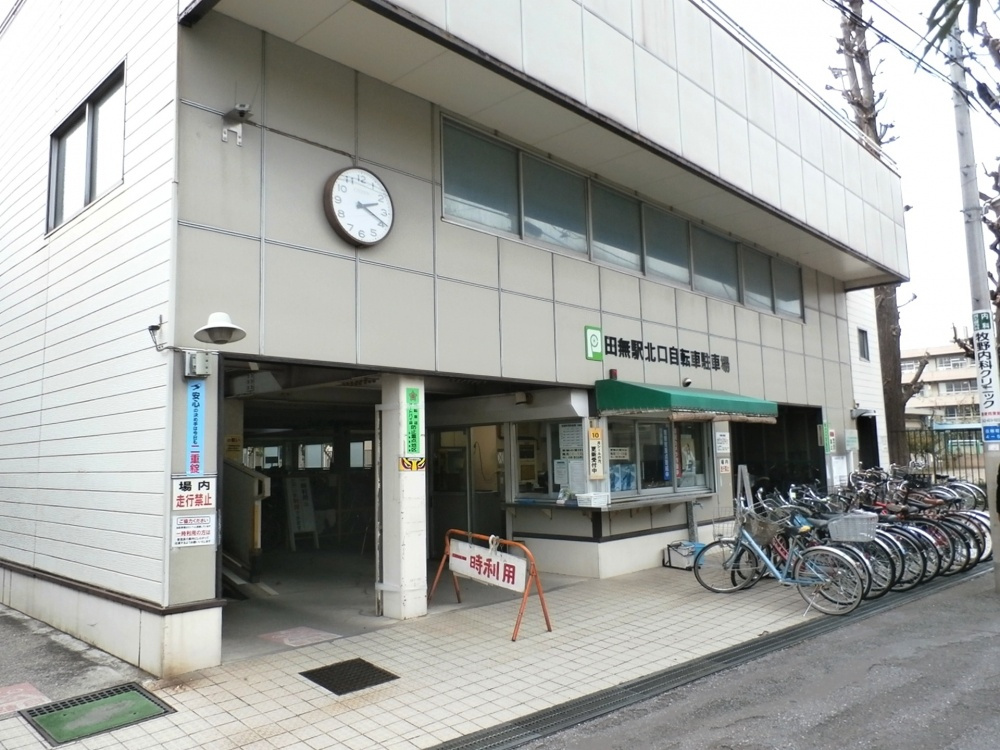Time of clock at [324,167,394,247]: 2:18
